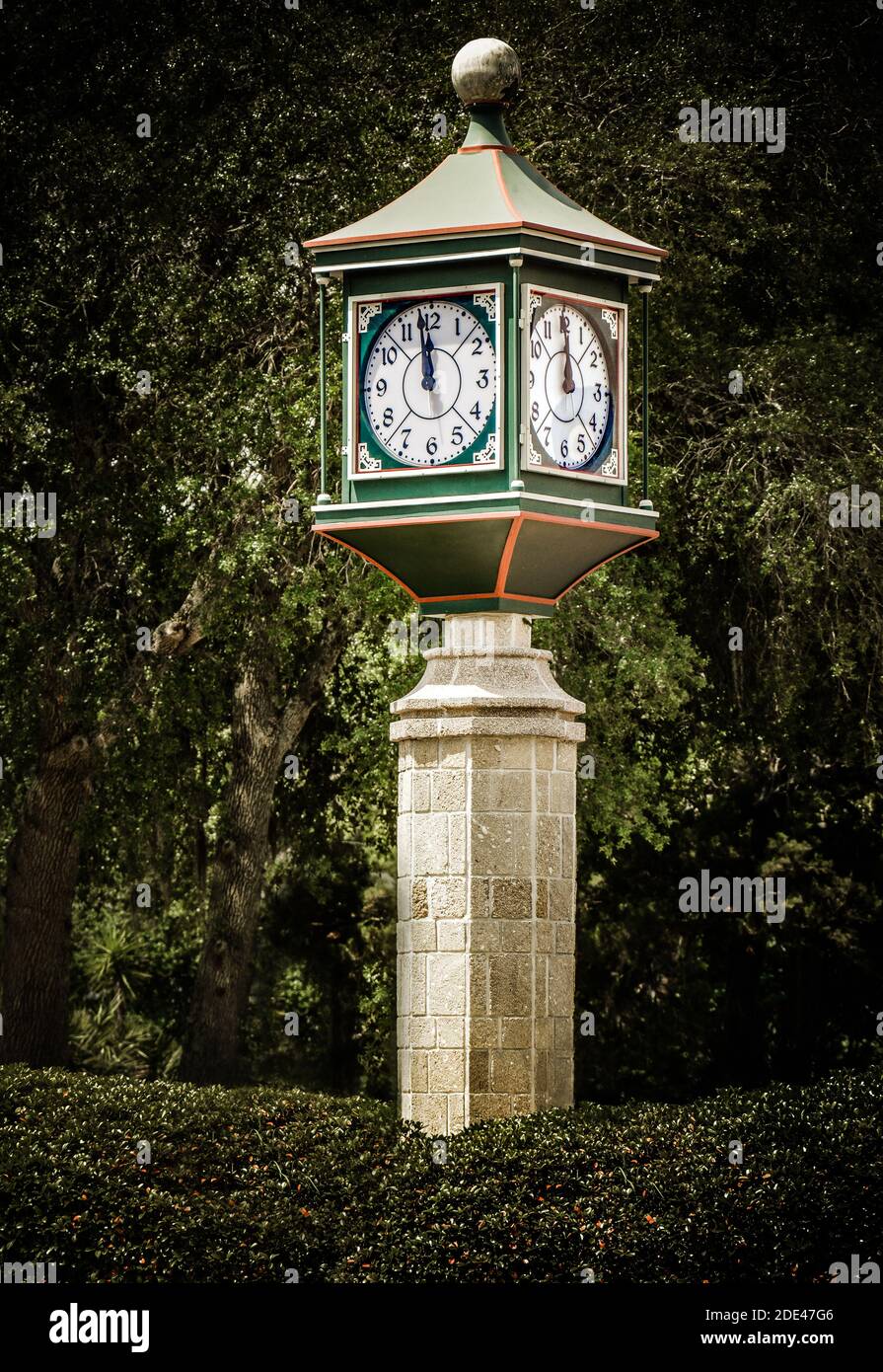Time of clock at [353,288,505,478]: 11:58
